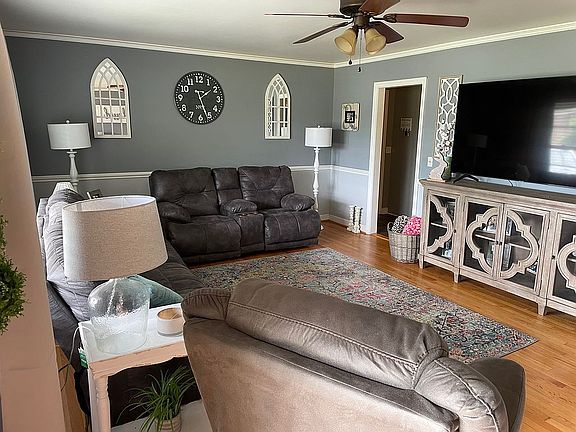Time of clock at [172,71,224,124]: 1:26
